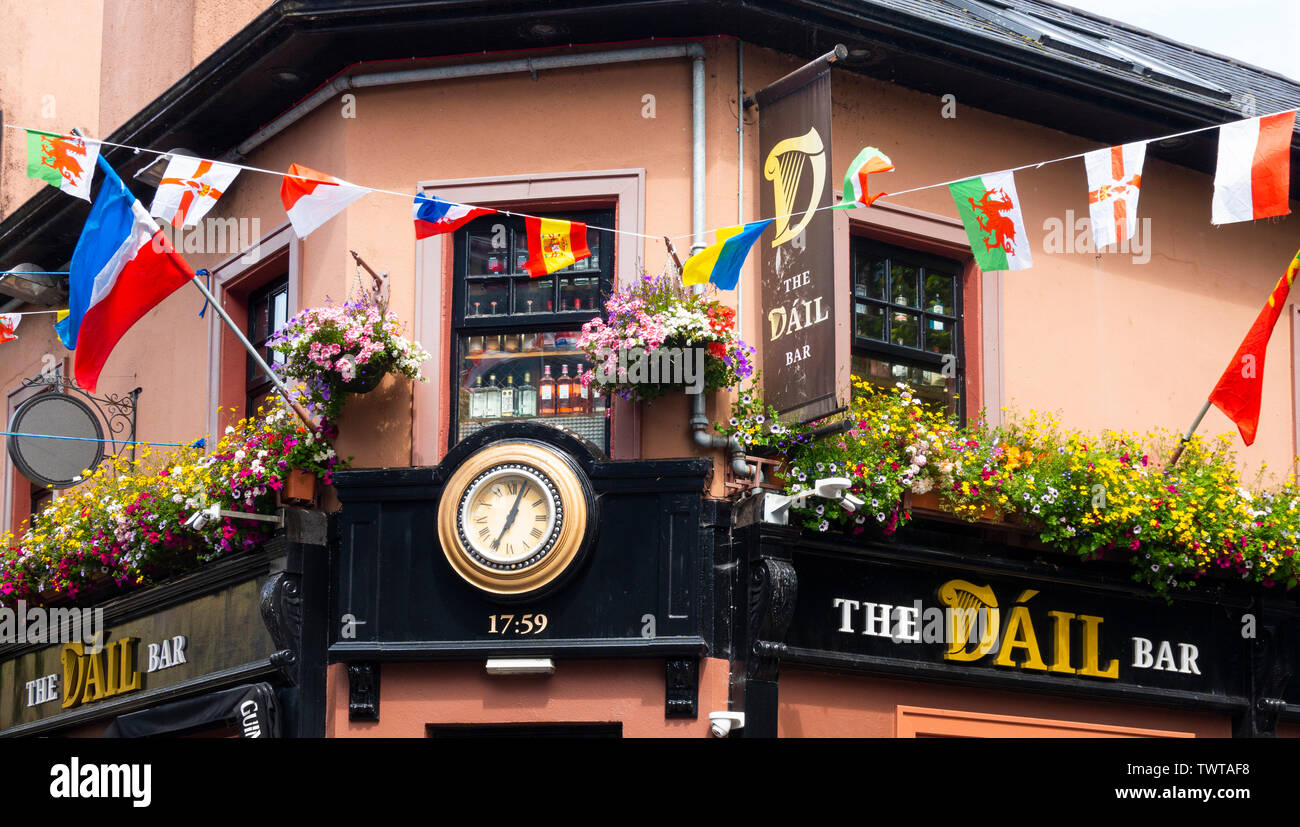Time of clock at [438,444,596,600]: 7:03
